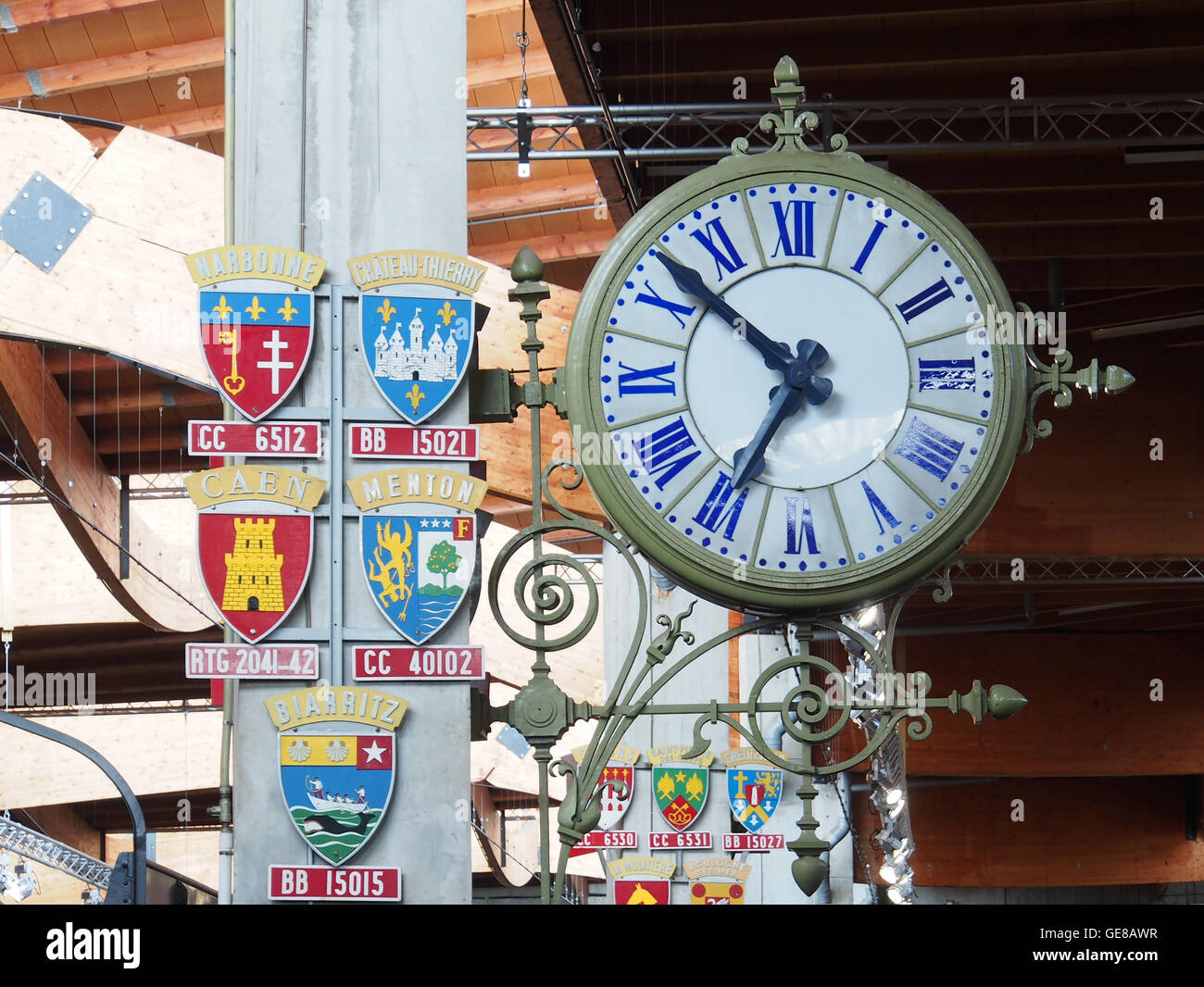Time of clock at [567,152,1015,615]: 6:52
